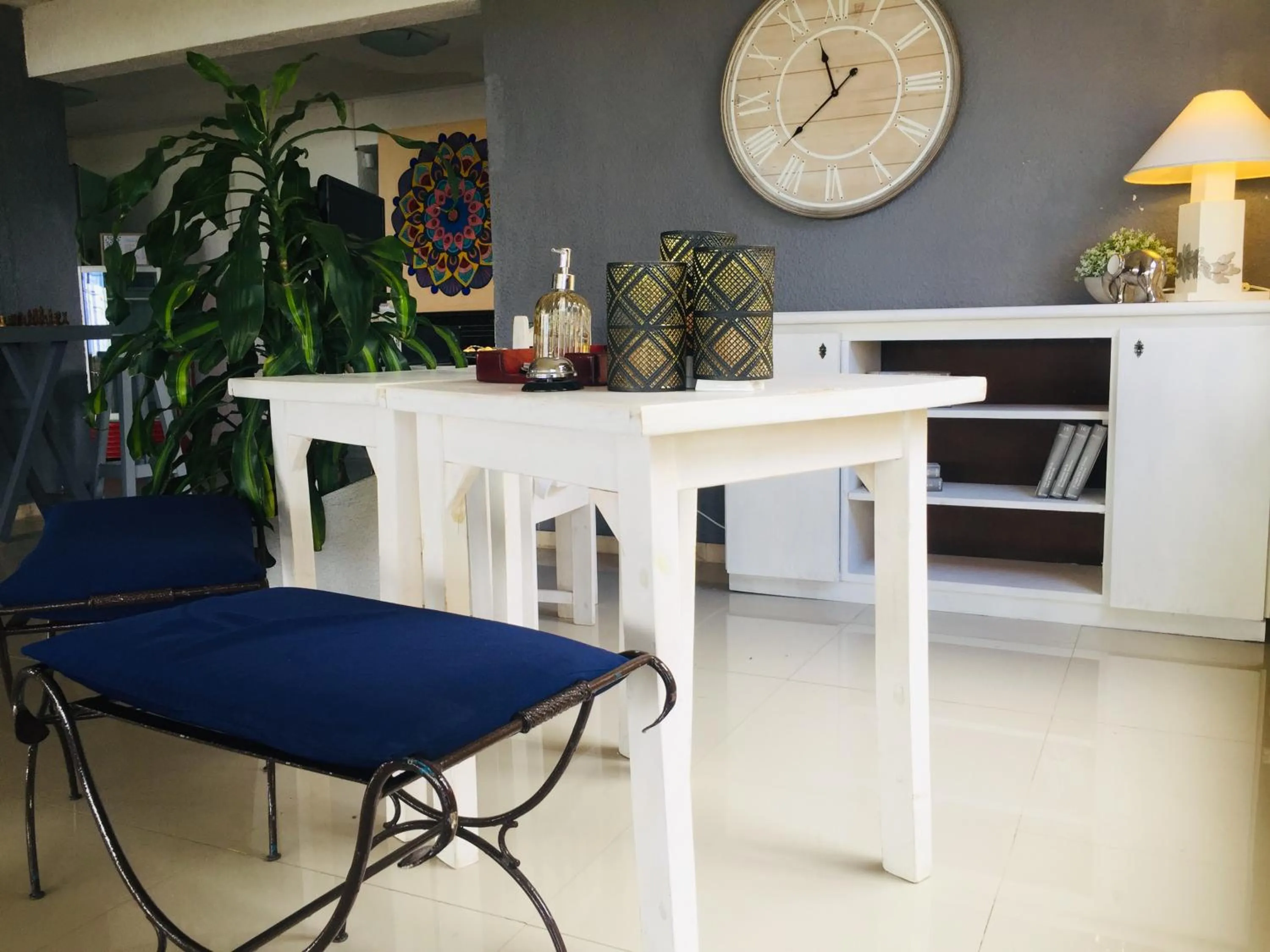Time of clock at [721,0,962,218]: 11:37
